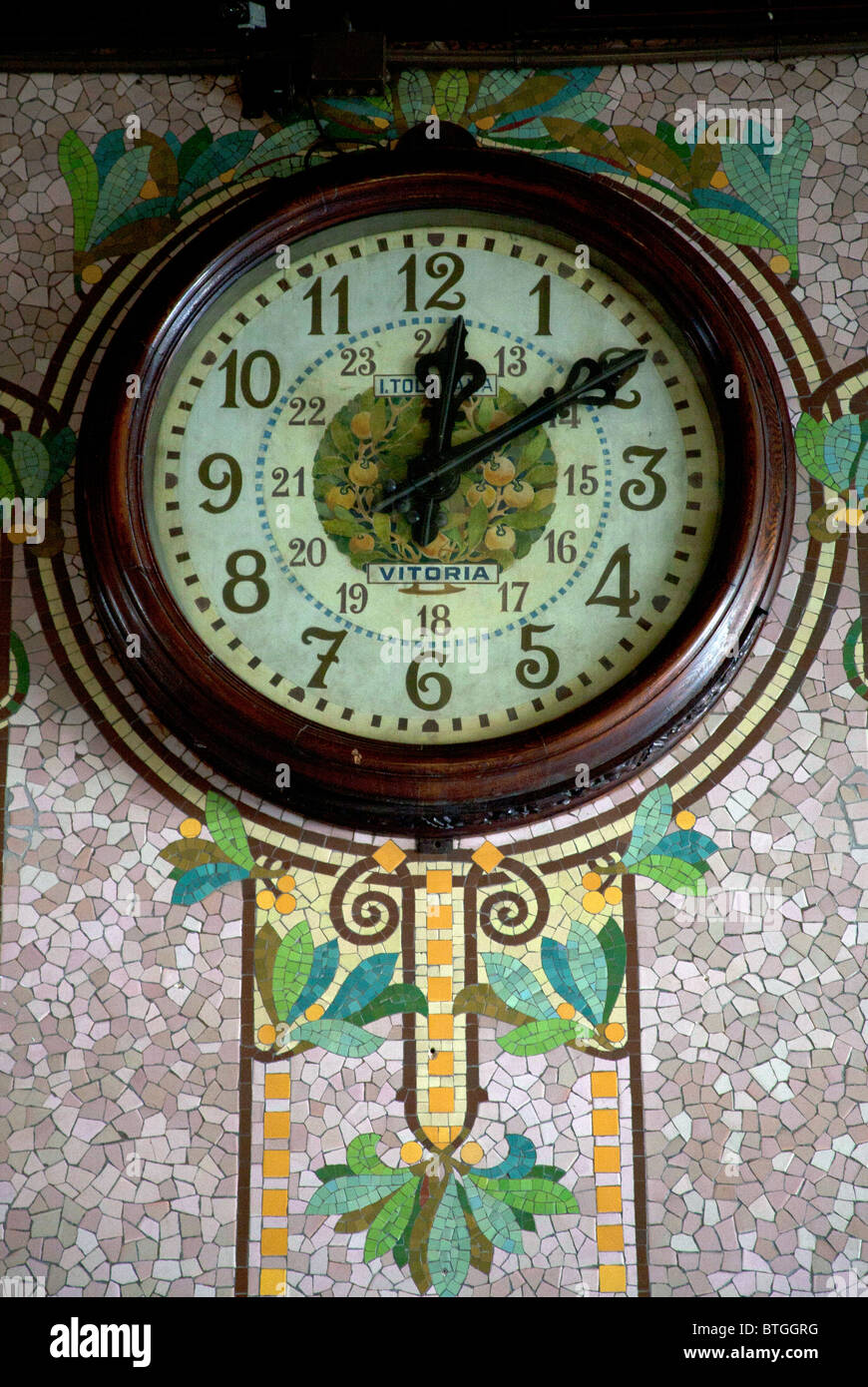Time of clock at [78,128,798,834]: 12:09
